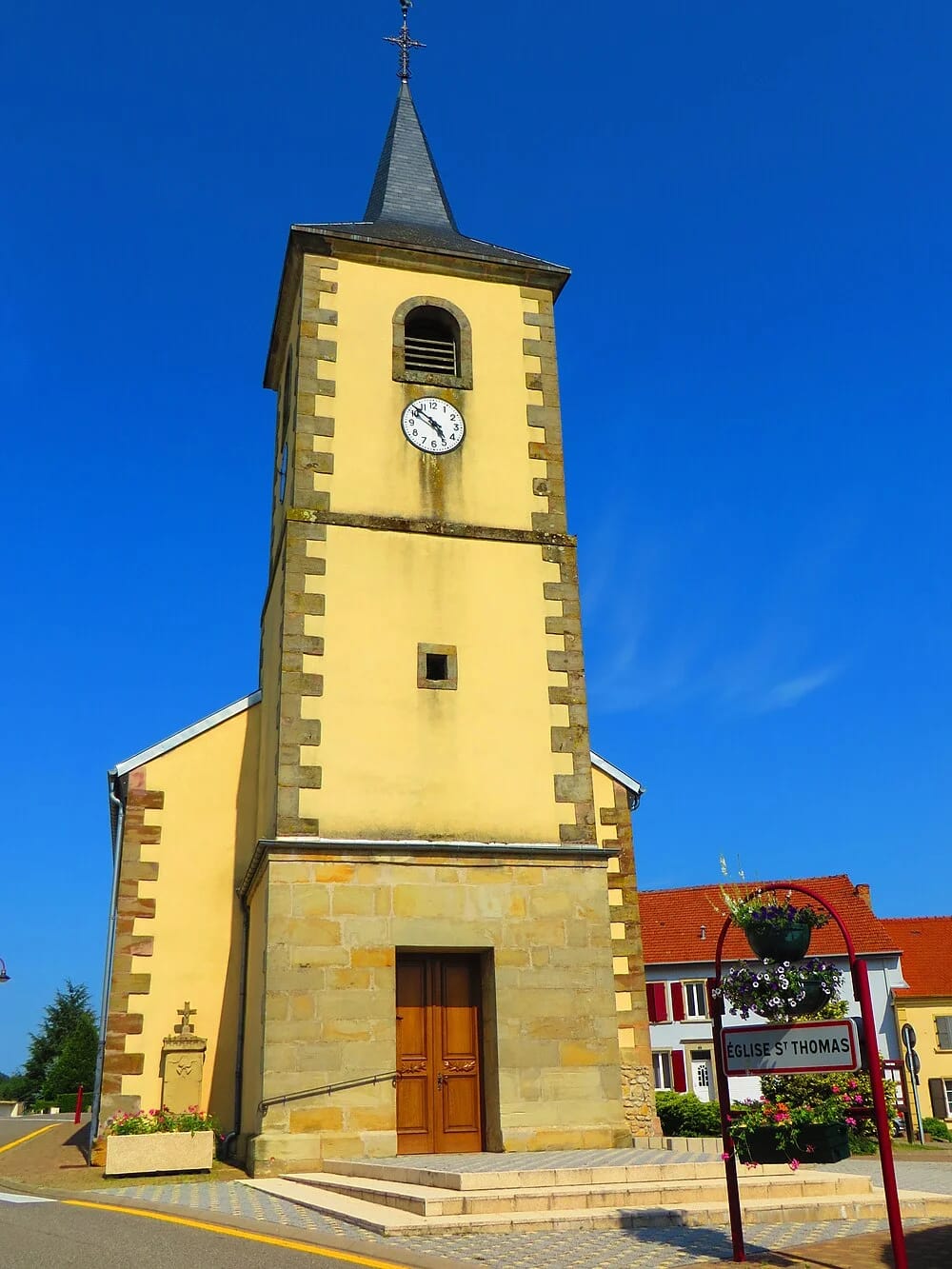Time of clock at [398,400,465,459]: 4:51
